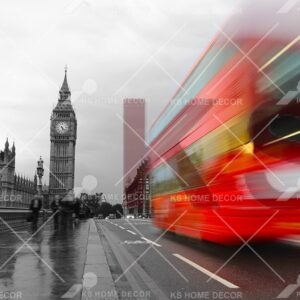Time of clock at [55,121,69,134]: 5:22
